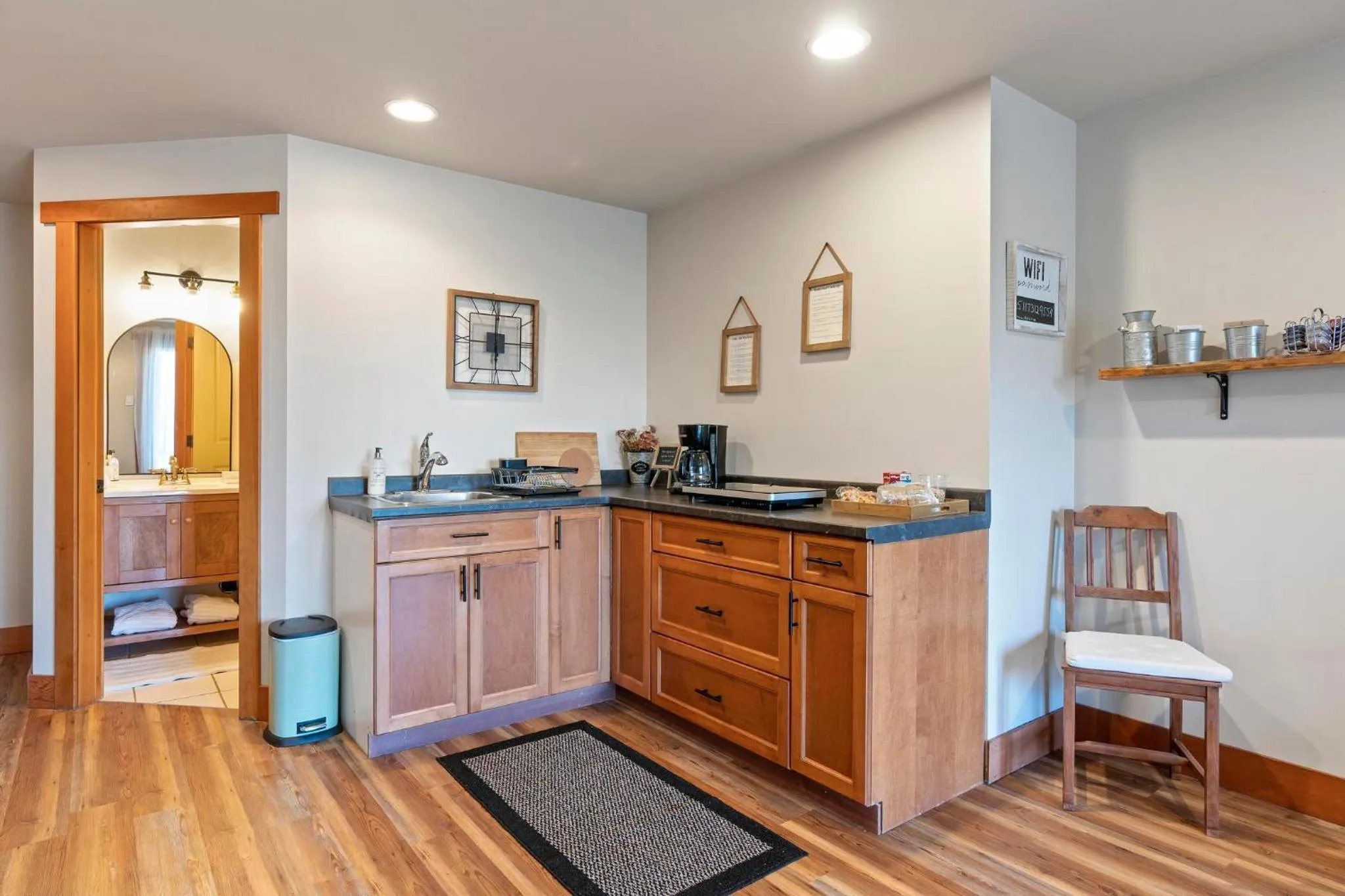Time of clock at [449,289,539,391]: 6:00
